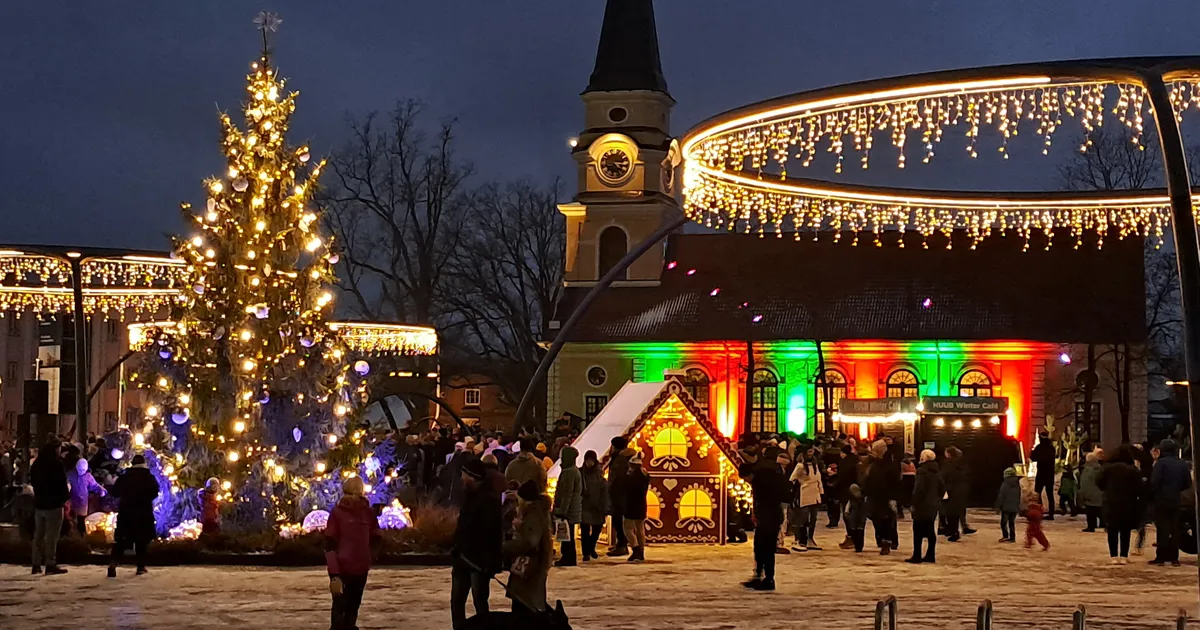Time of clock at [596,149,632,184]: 4:14
